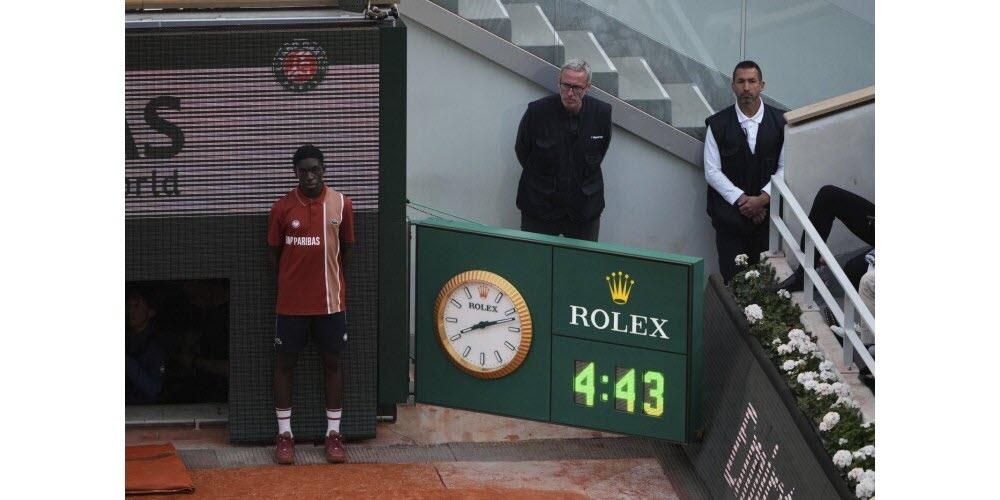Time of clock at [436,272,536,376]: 8:12
